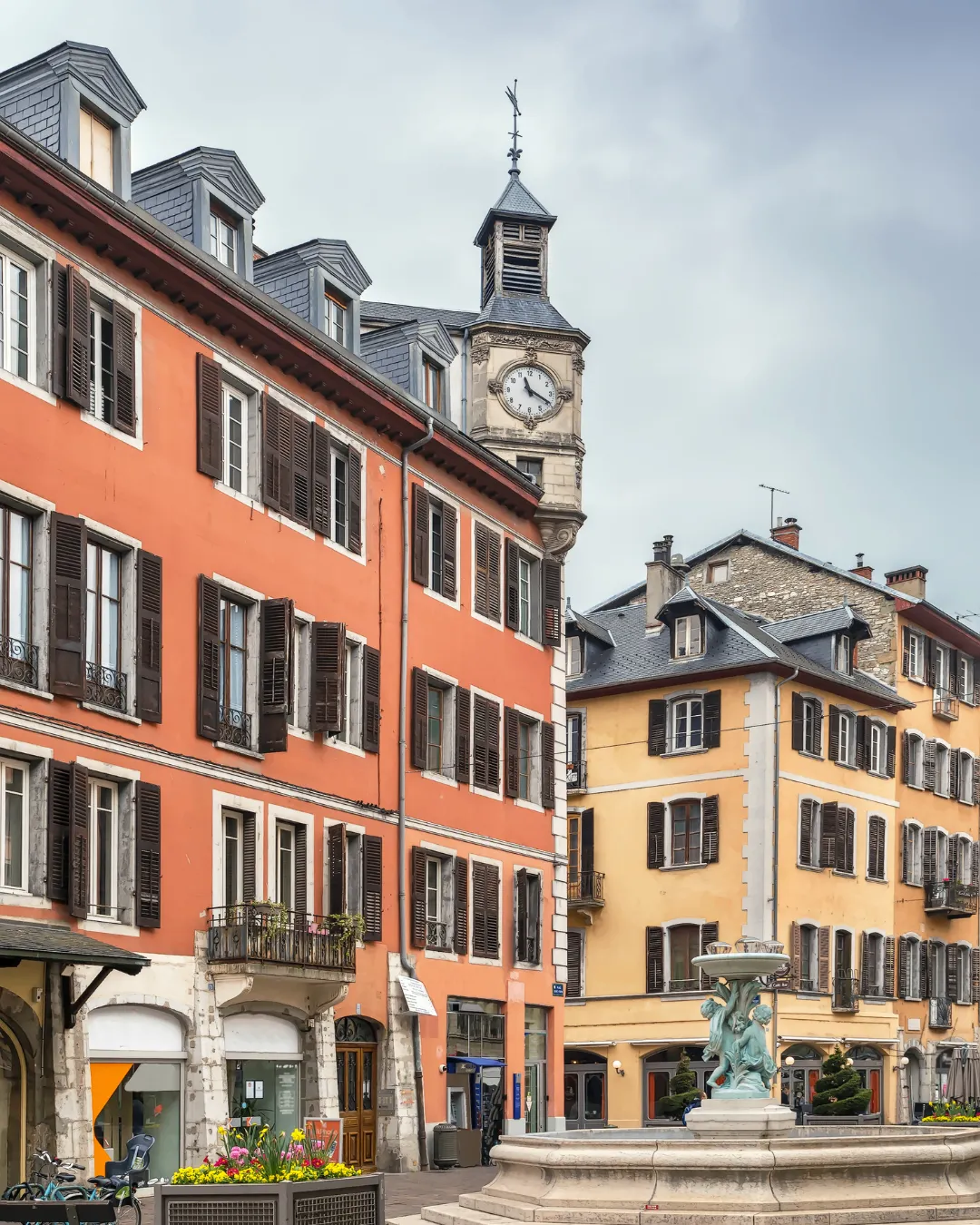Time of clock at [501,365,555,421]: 11:19
